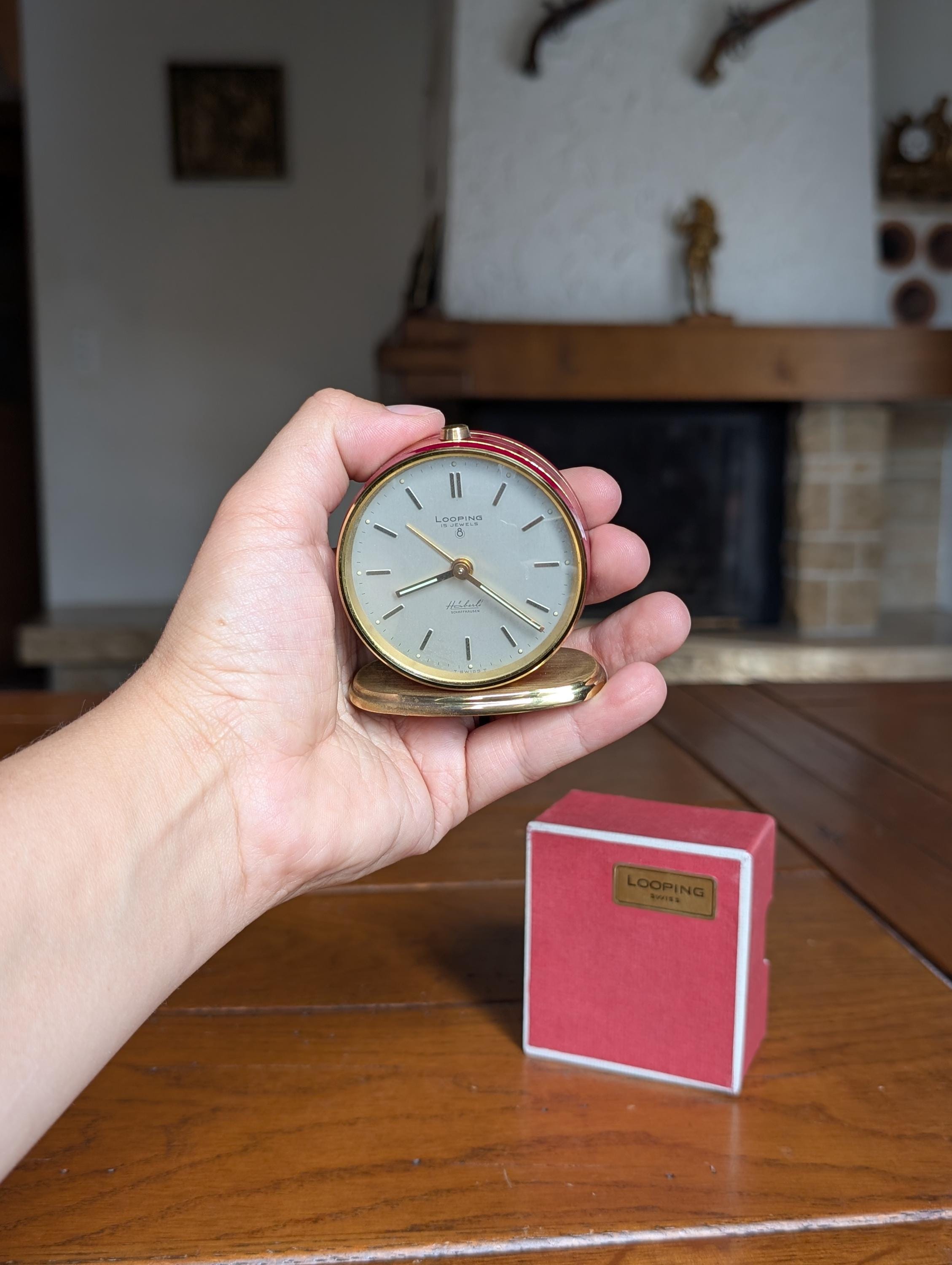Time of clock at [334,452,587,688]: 8:21
